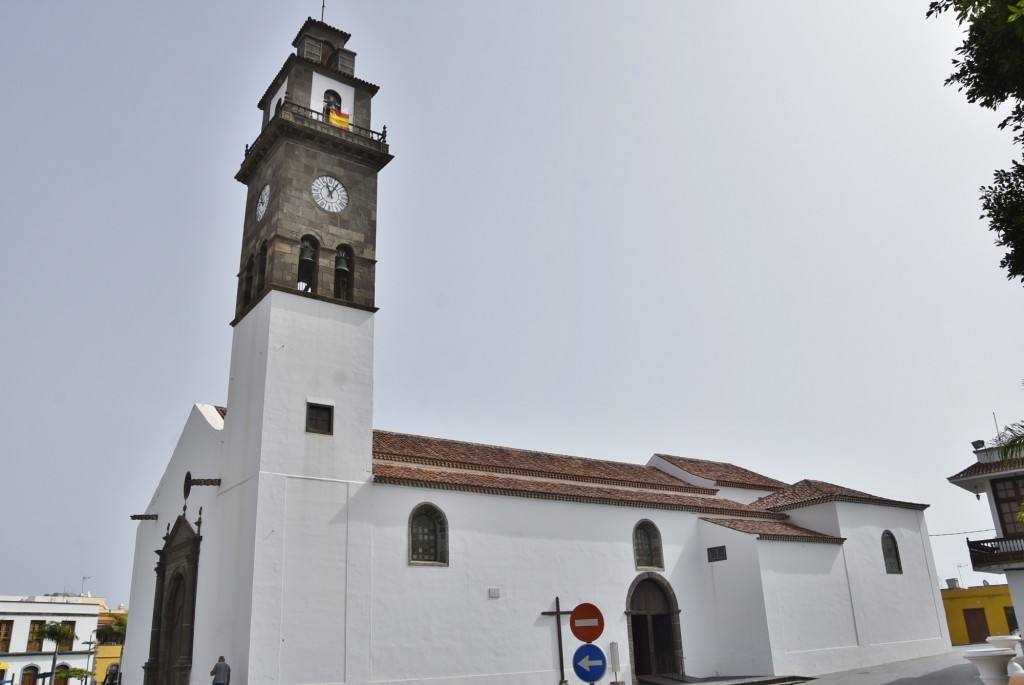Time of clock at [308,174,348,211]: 11:05
